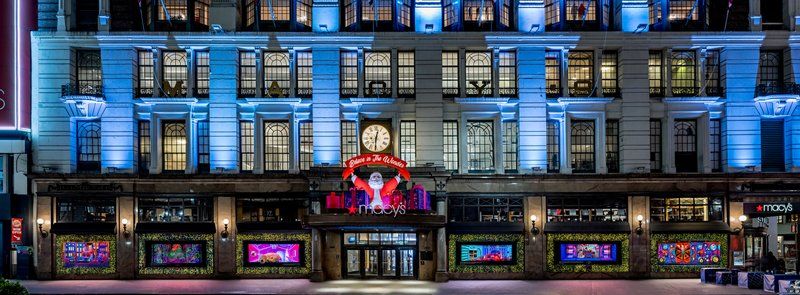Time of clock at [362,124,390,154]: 12:30
